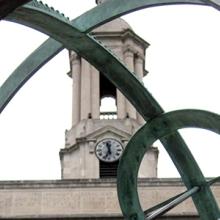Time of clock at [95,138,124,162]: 11:33
